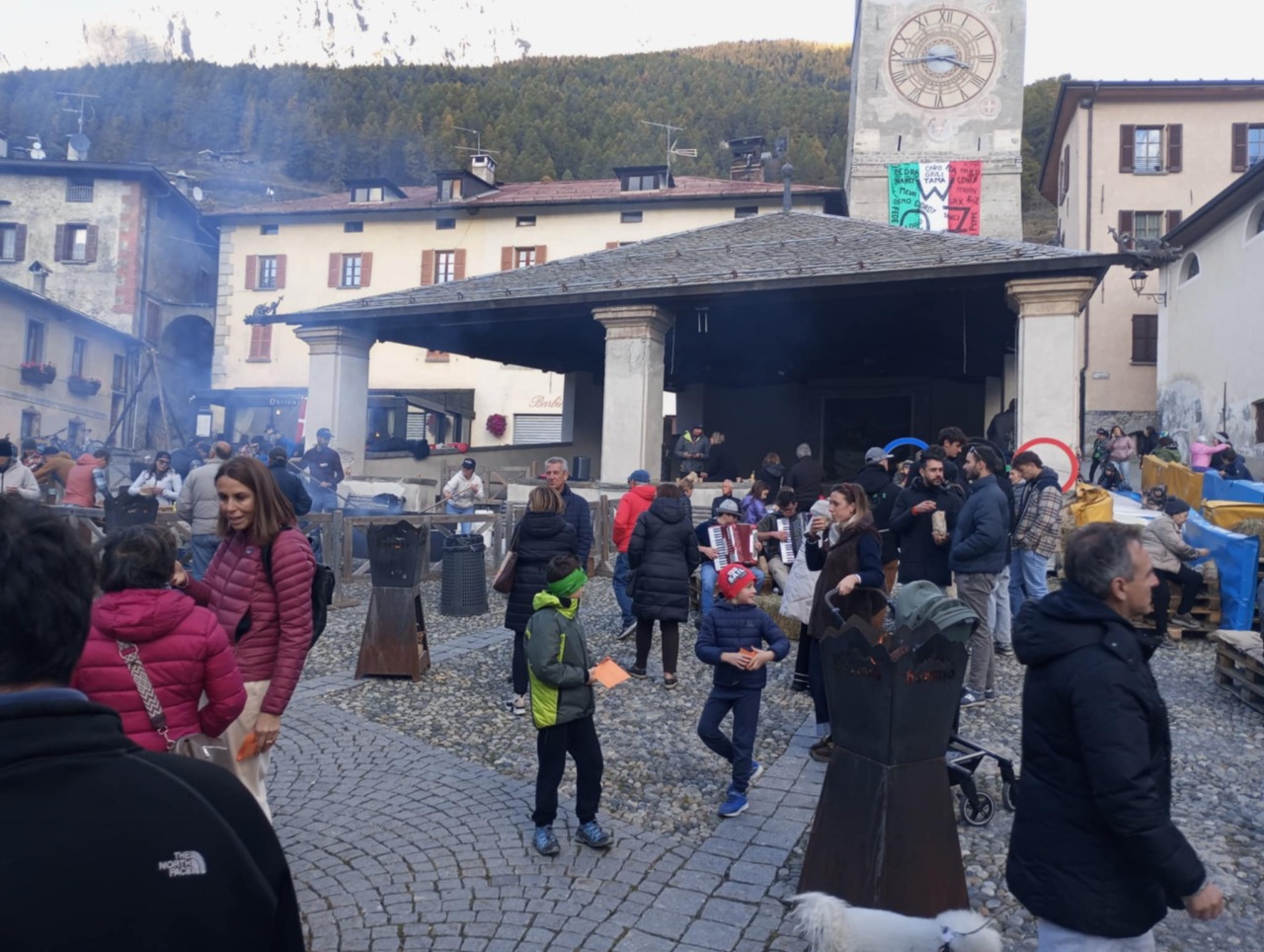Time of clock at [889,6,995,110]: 3:43
